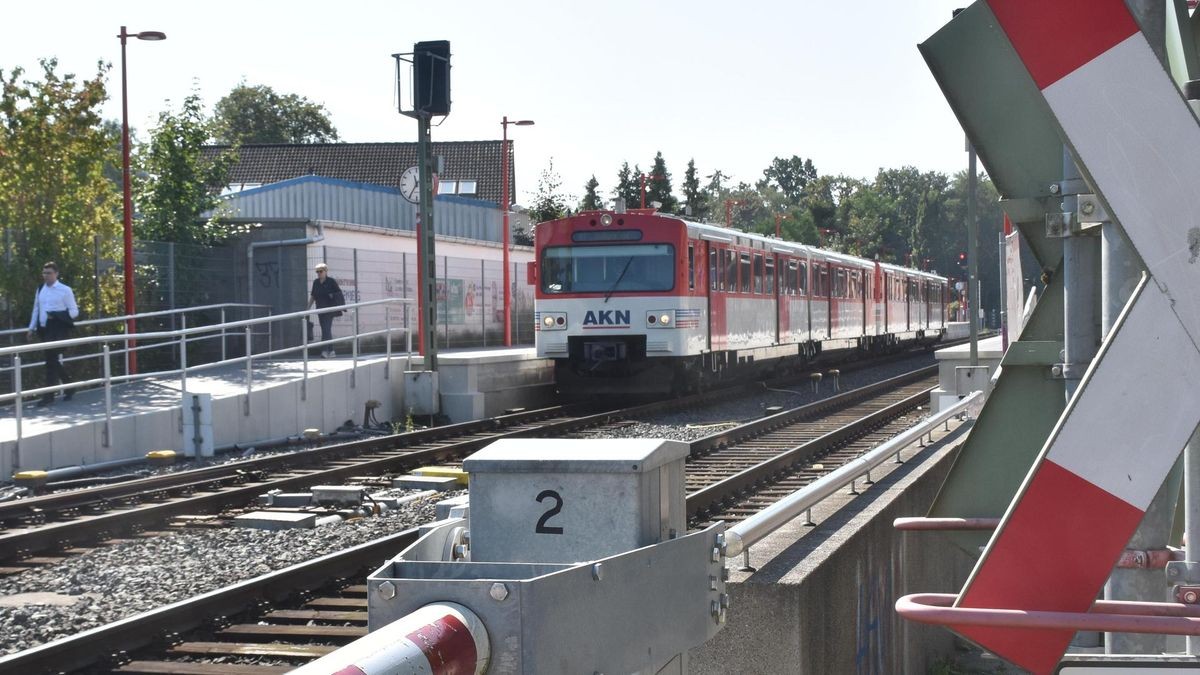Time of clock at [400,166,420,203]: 11:35
